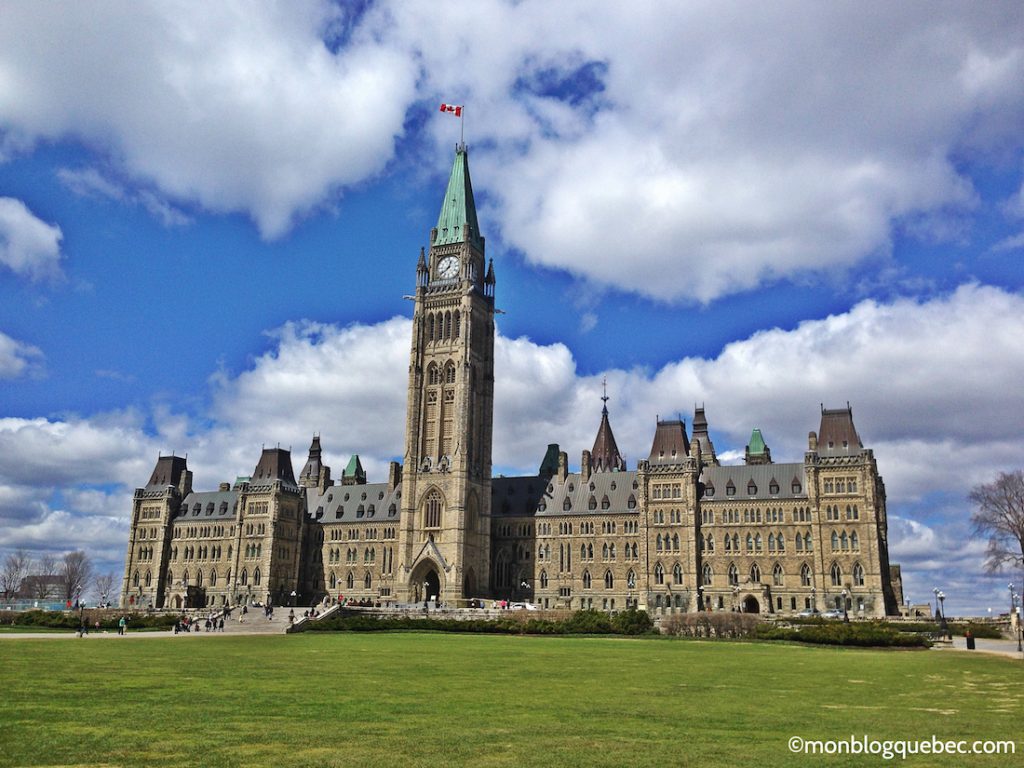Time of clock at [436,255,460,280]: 12:38
